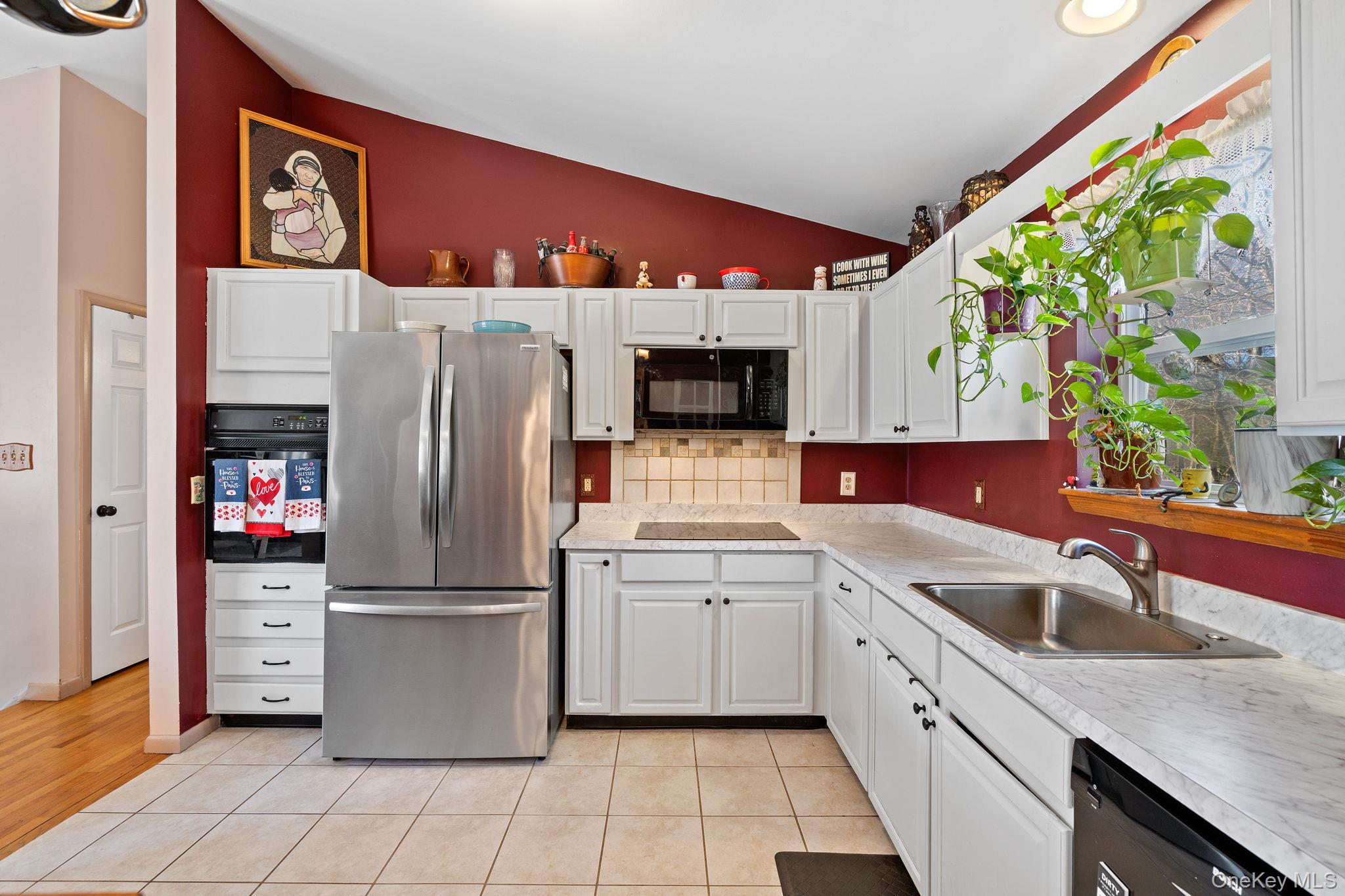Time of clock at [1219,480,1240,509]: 3:17
